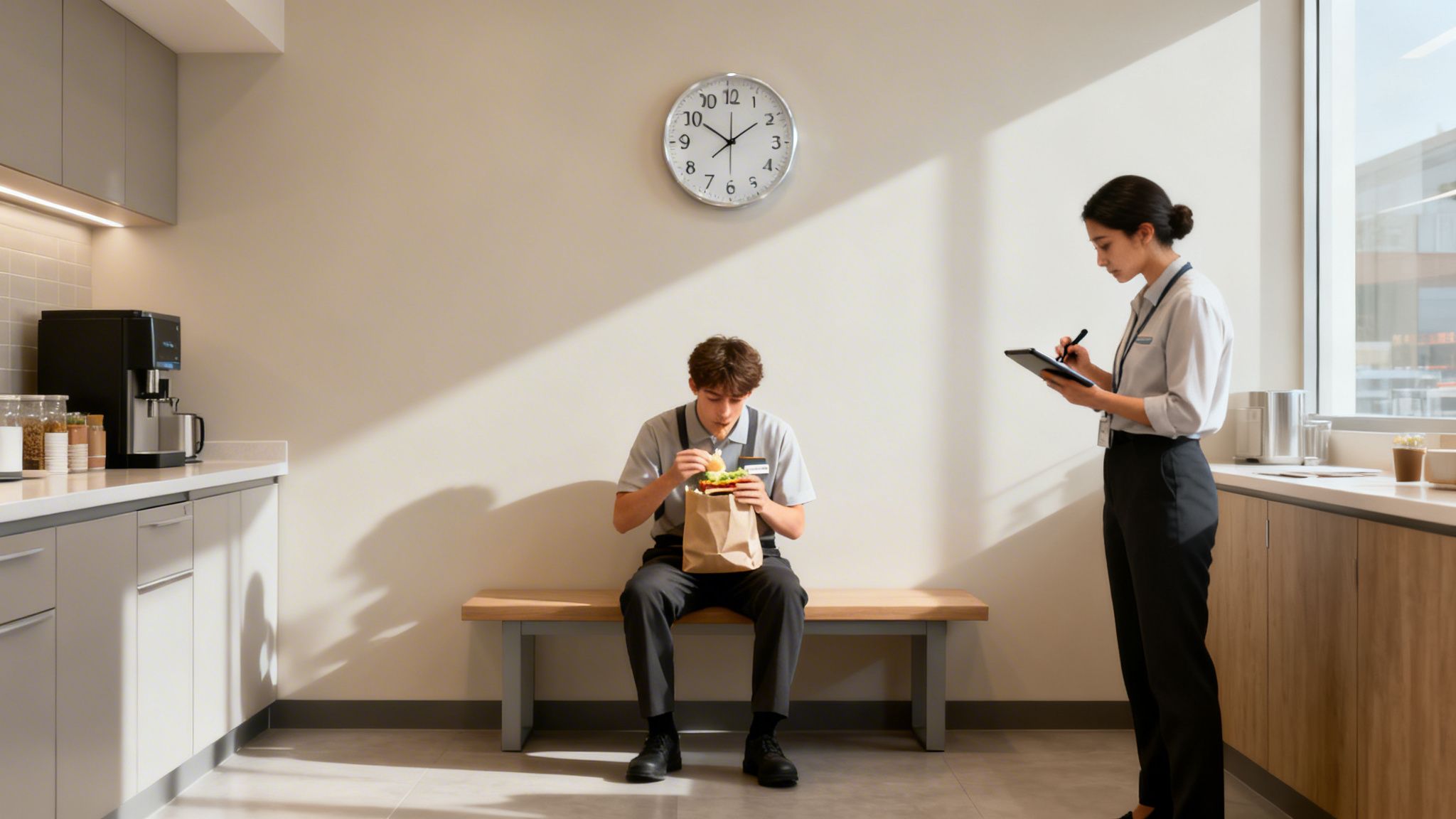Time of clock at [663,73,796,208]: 1:50
